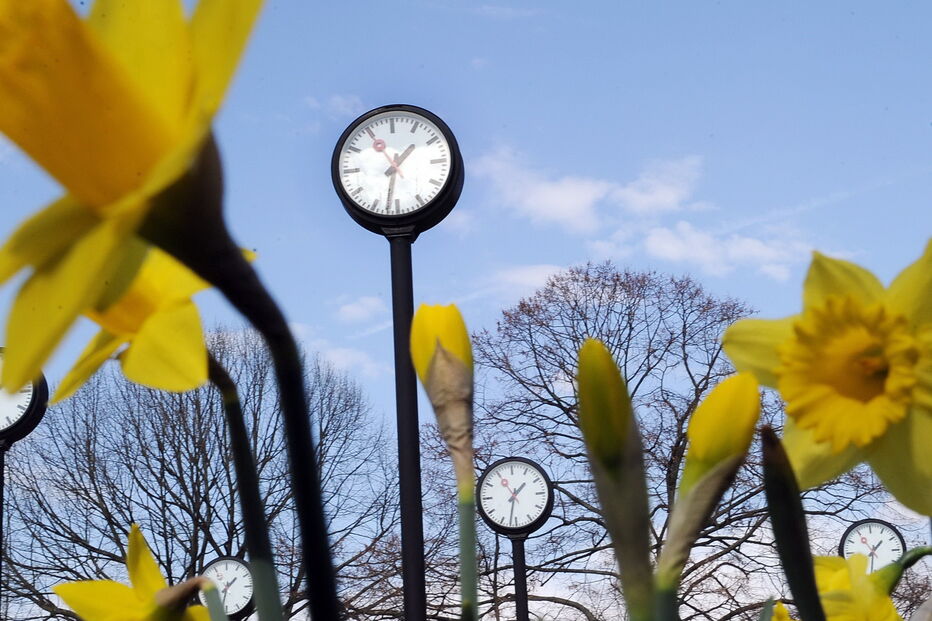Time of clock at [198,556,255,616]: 1:32
